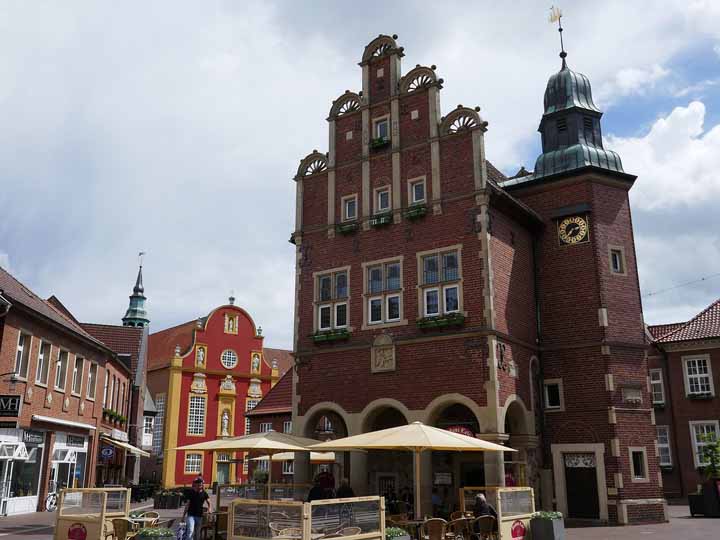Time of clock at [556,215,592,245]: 2:36
